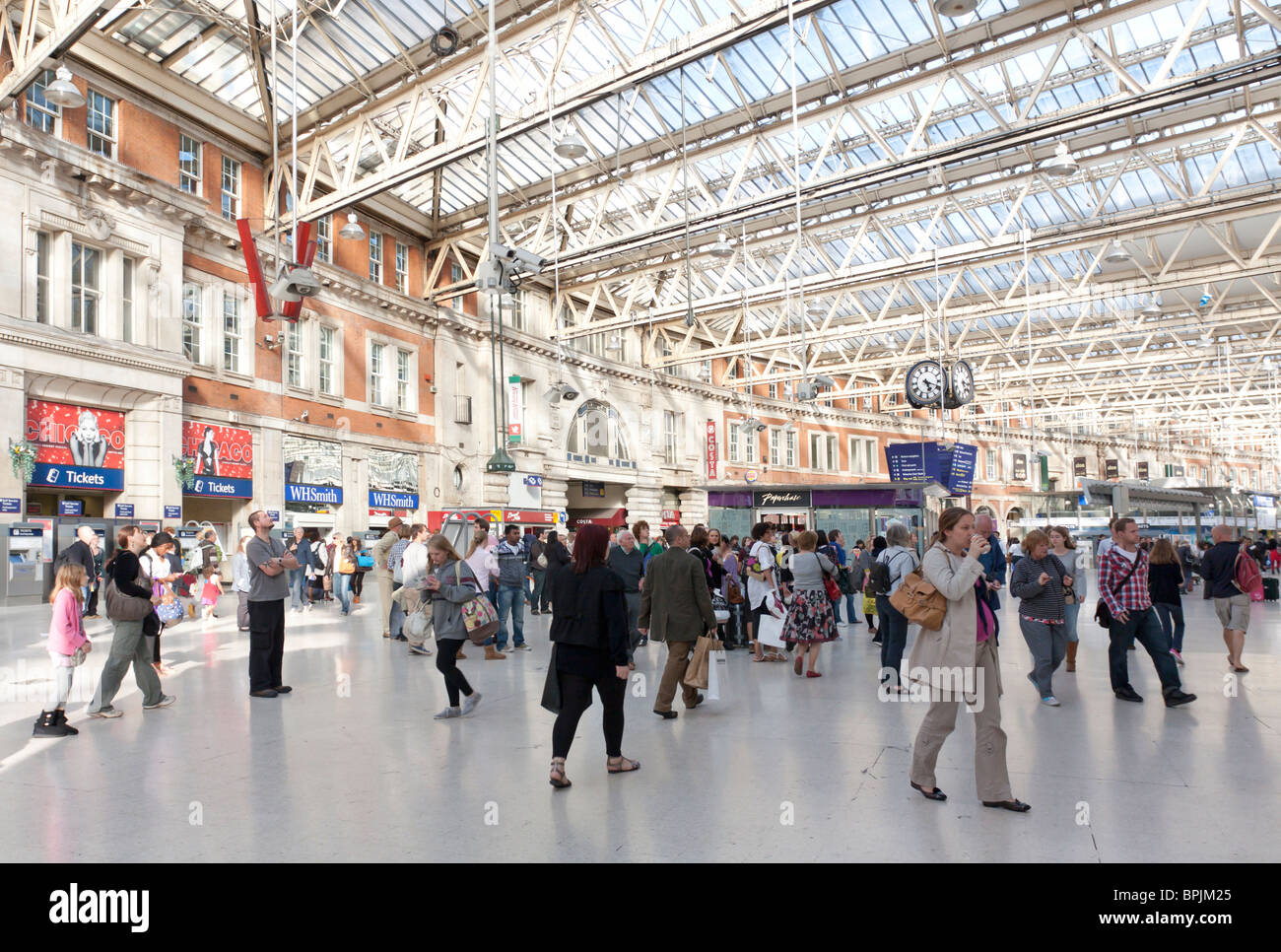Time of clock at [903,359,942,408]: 5:18
